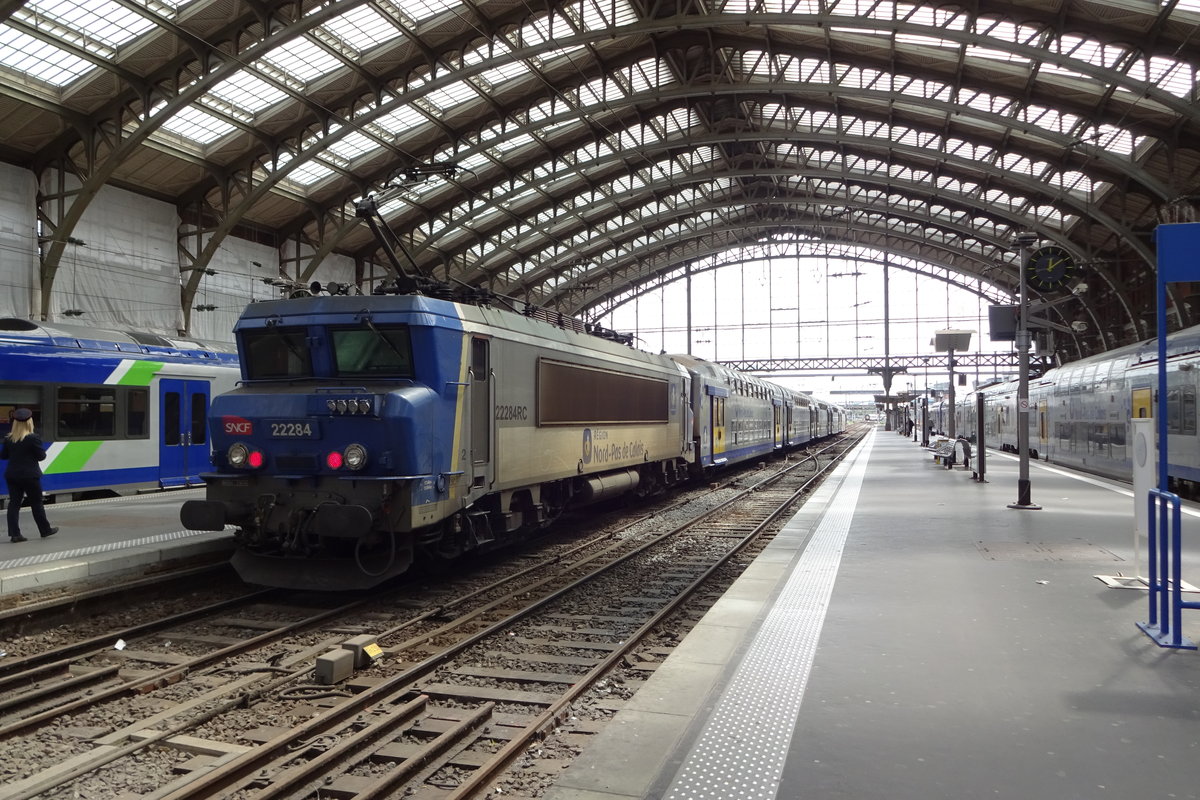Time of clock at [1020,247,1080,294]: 12:09
